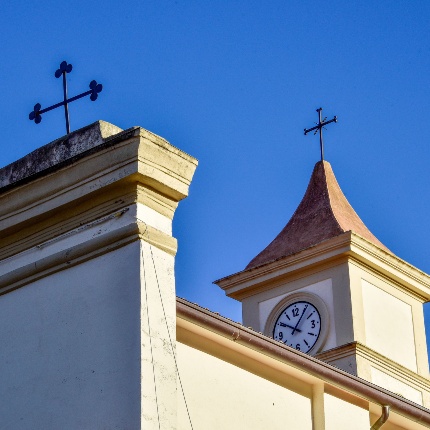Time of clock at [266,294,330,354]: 10:05
